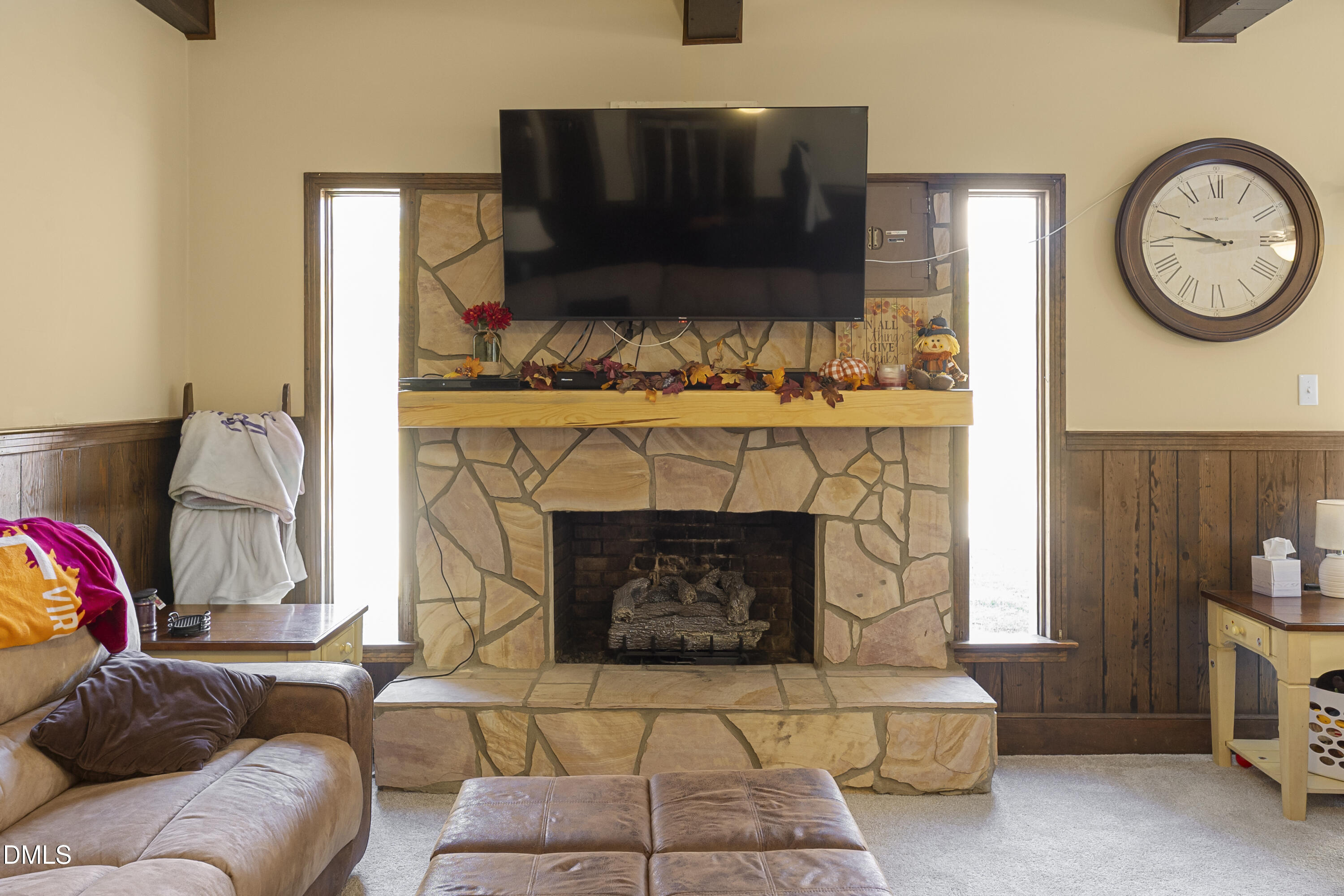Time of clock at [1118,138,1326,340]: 9:45
